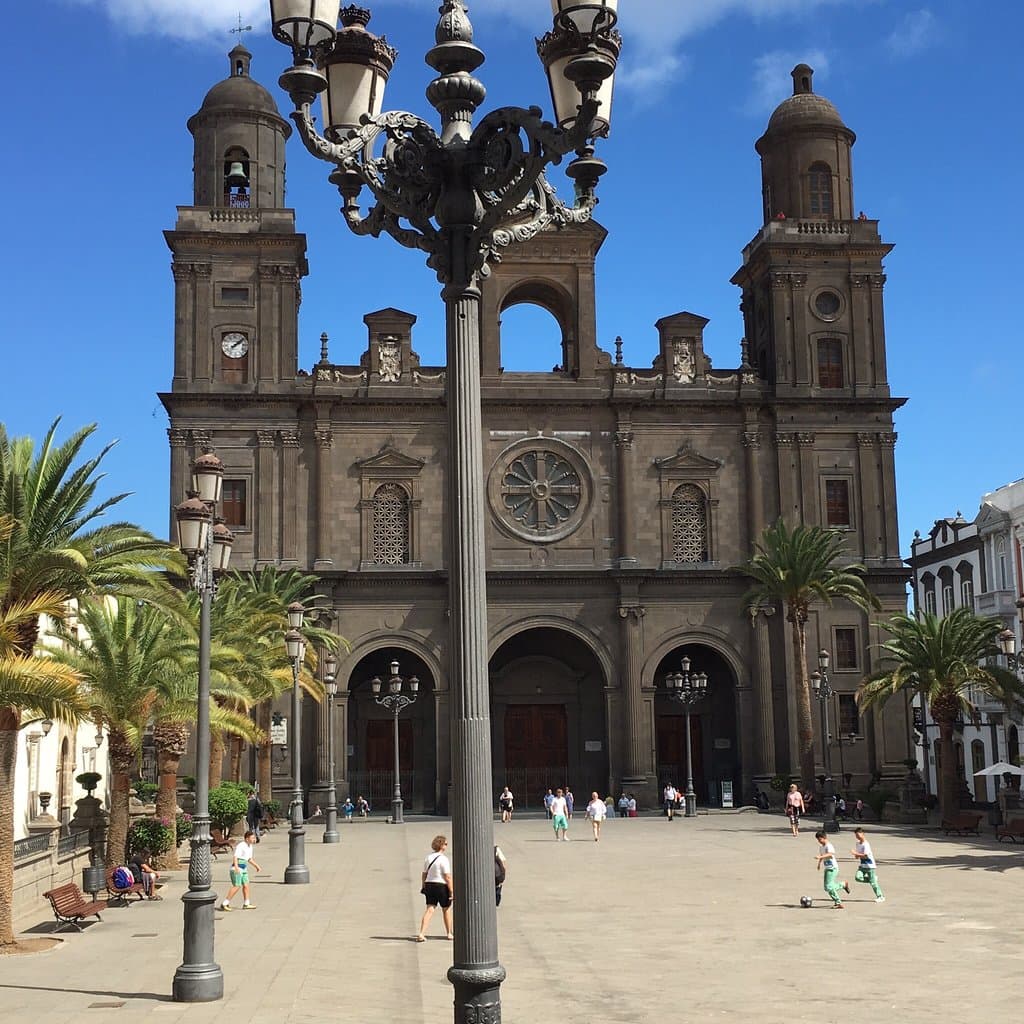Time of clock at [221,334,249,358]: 2:08
